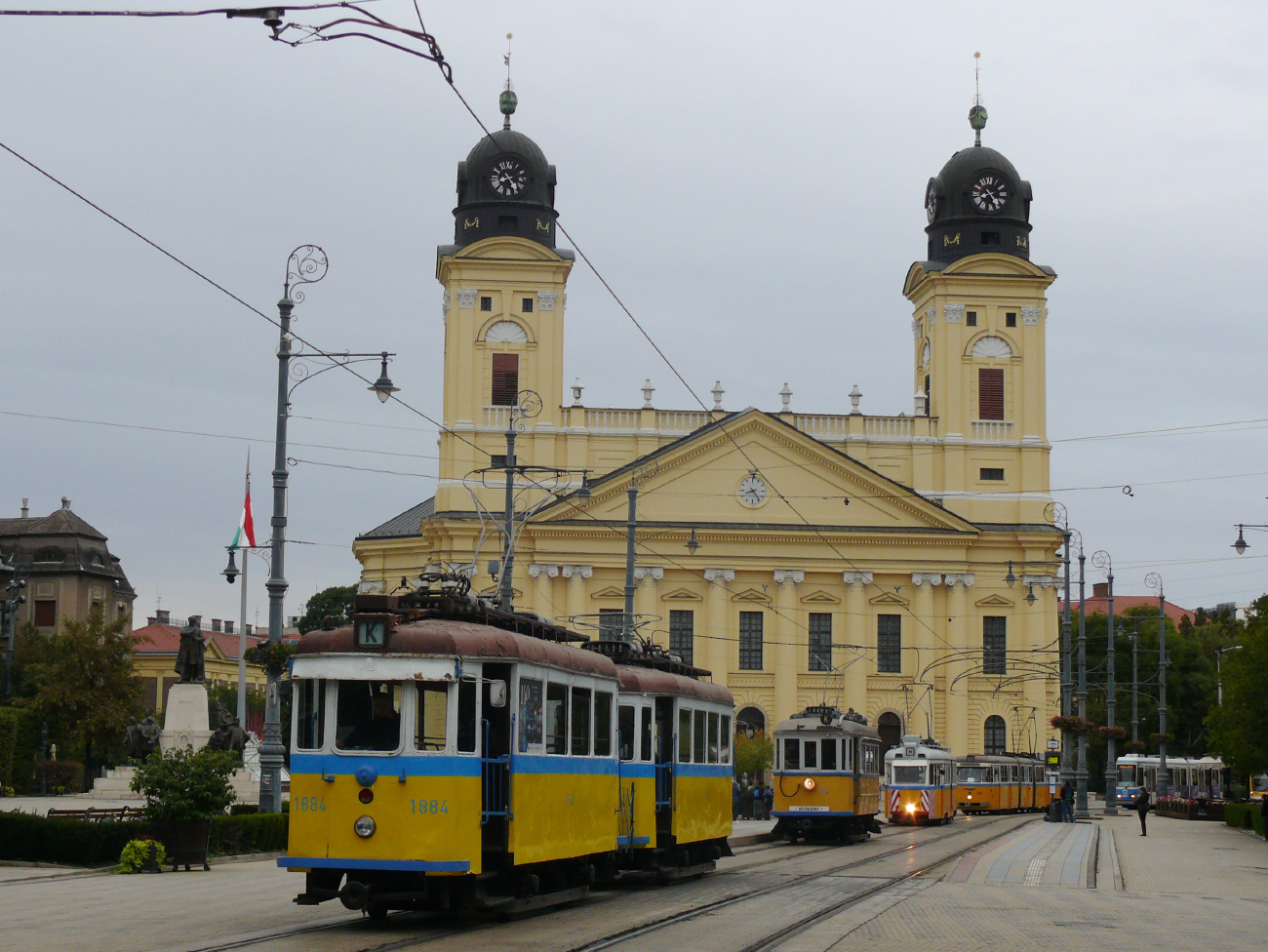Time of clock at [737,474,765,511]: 8:23
